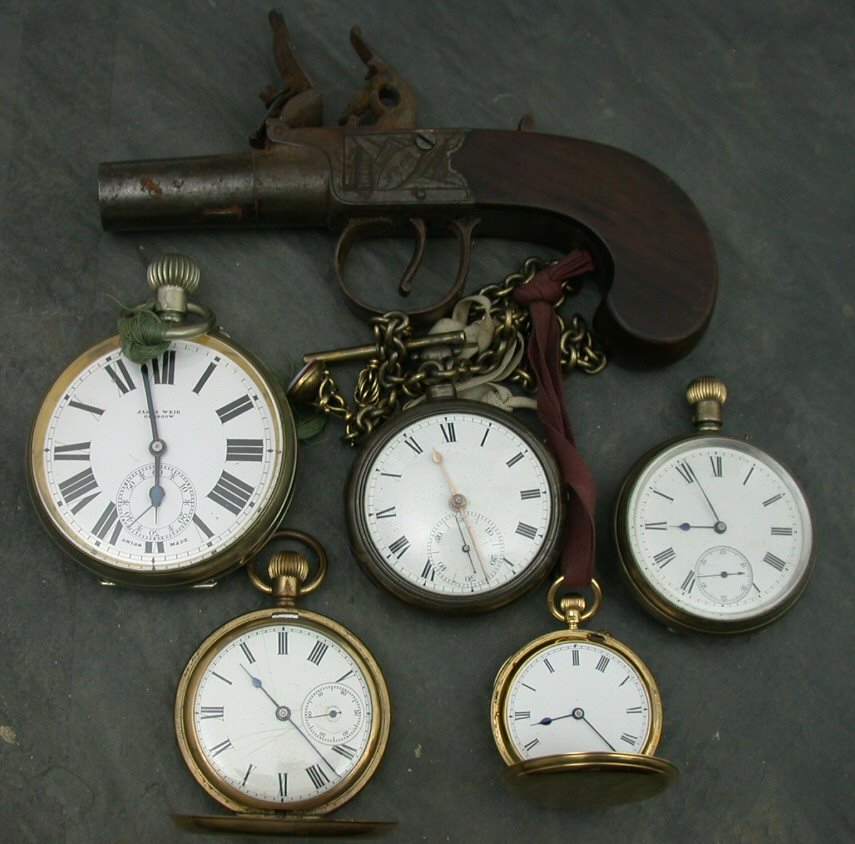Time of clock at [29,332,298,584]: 5:57
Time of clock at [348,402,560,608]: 11:29
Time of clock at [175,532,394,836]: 10:22
